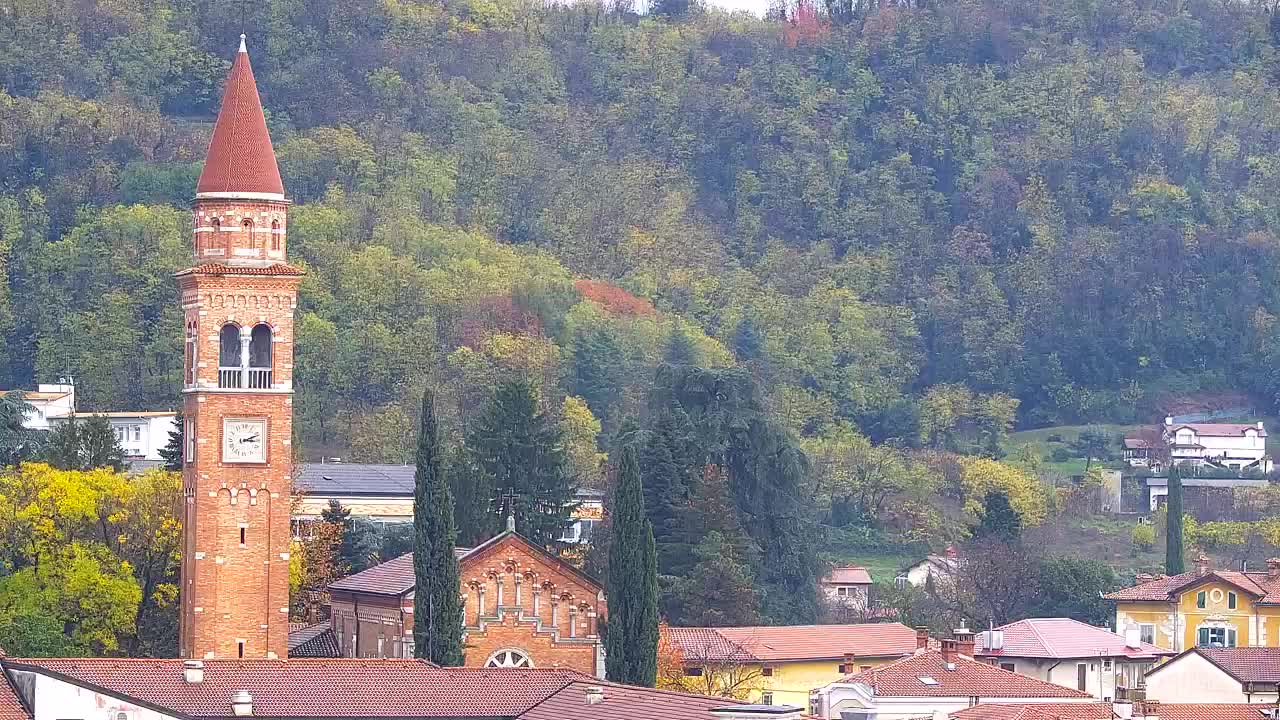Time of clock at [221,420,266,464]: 3:11
